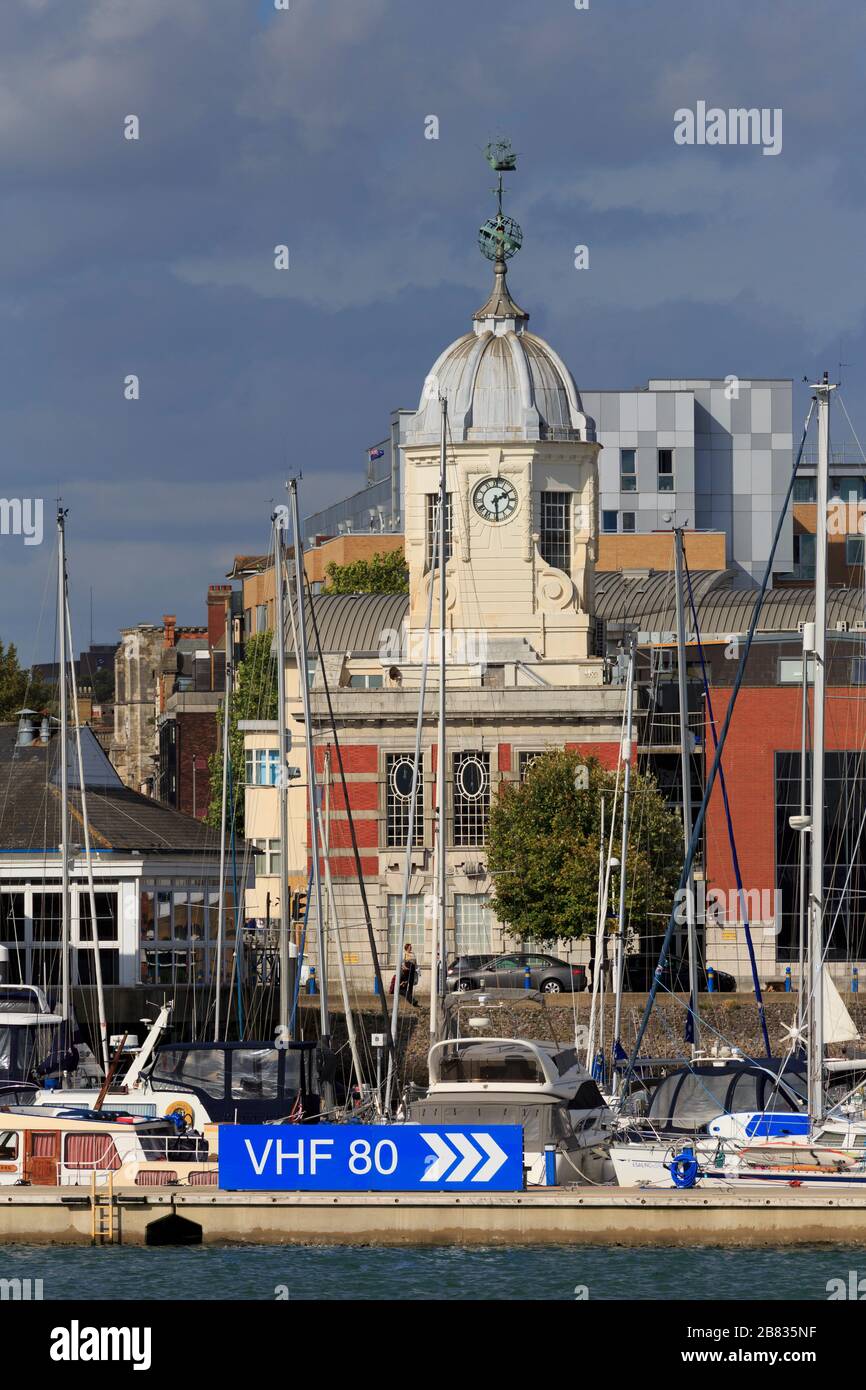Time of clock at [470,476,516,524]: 2:29
